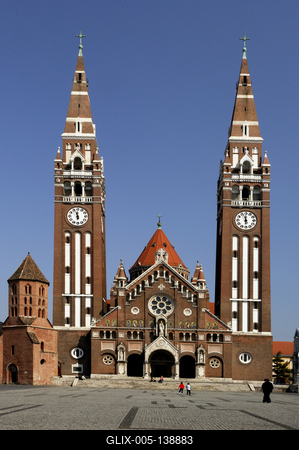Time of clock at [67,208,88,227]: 11:56
